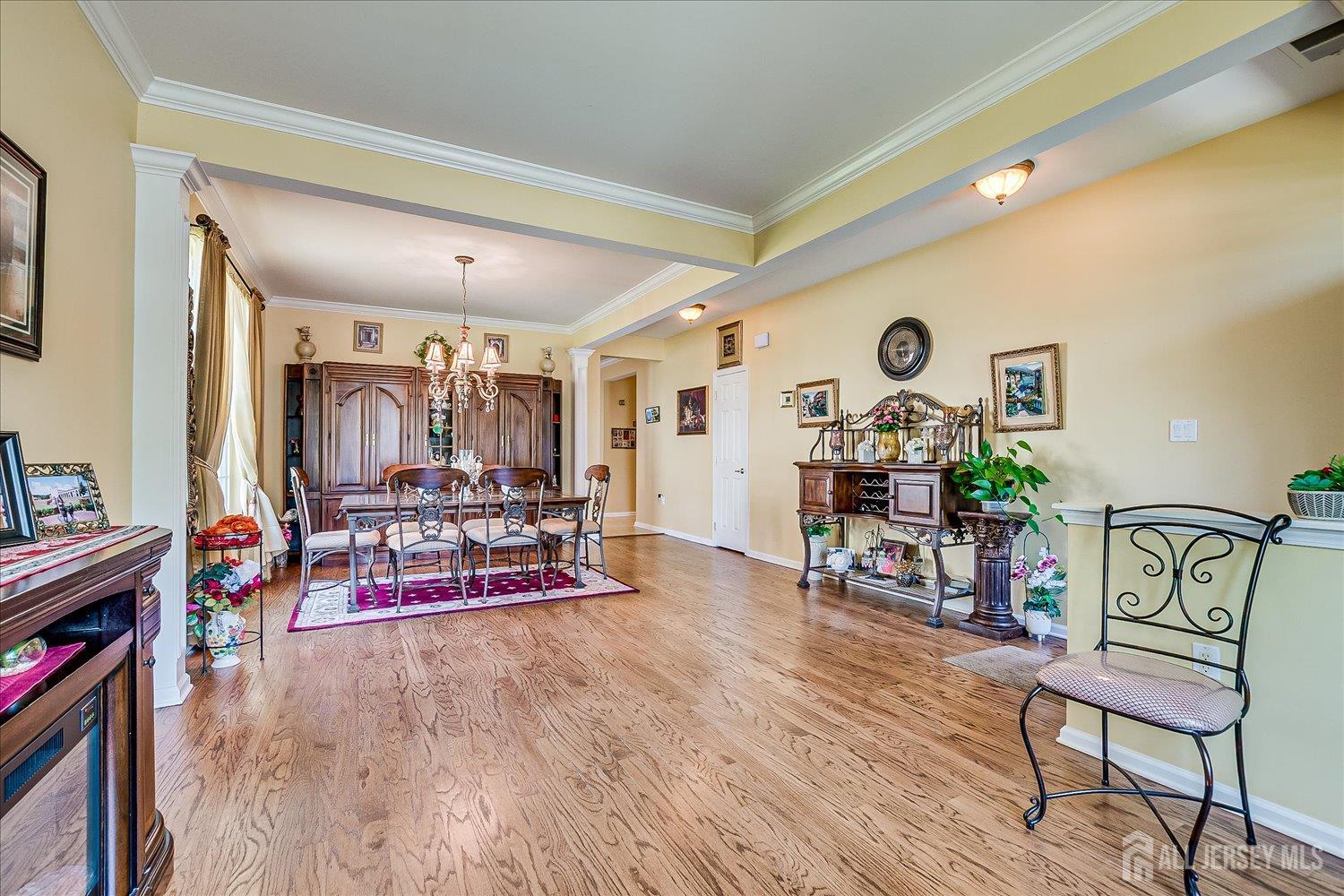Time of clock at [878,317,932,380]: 5:45
